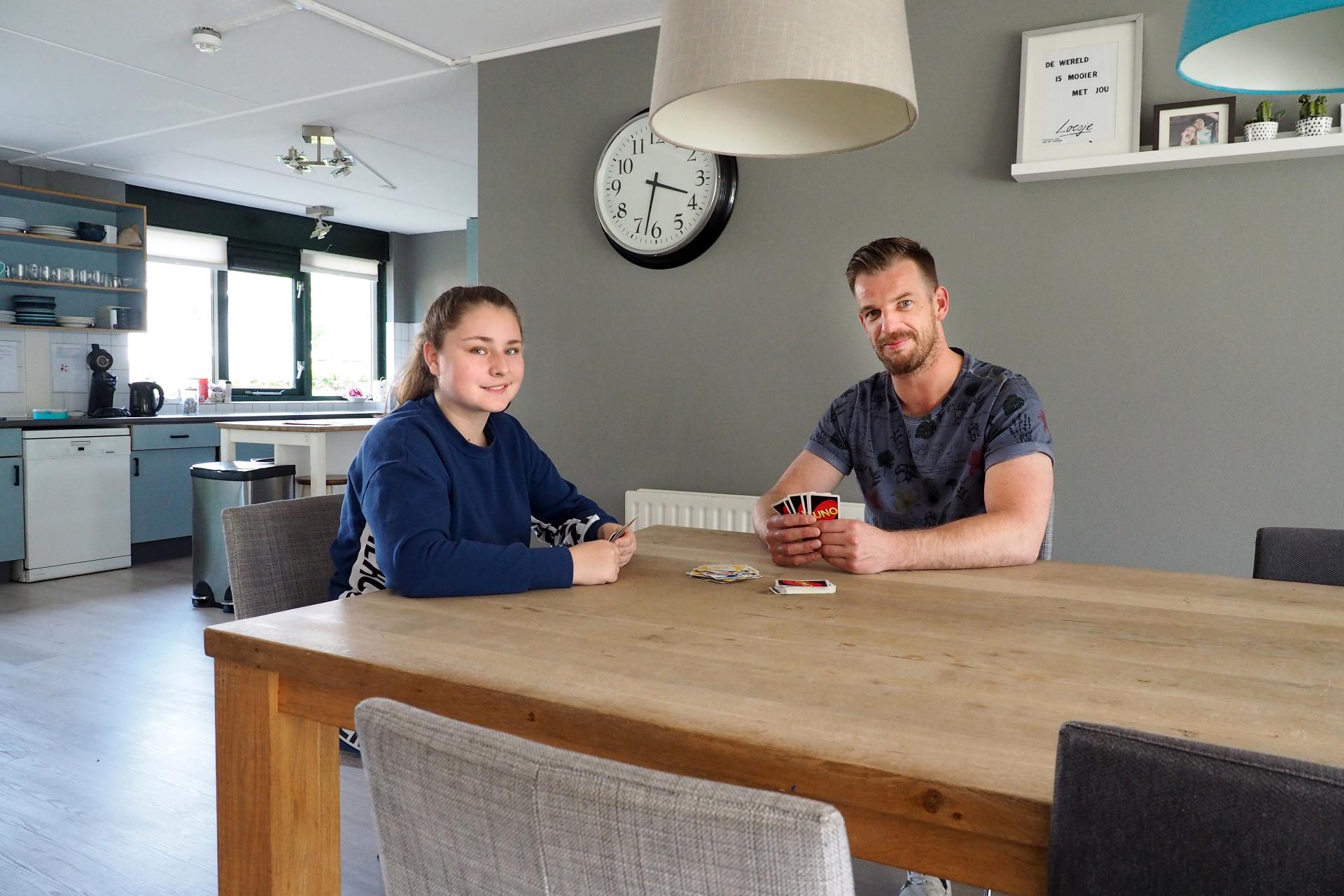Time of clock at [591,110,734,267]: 3:32
